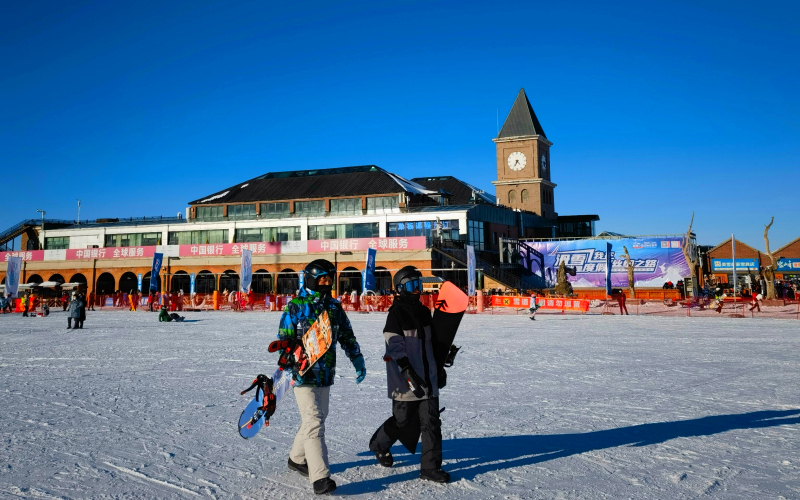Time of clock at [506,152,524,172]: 4:35
